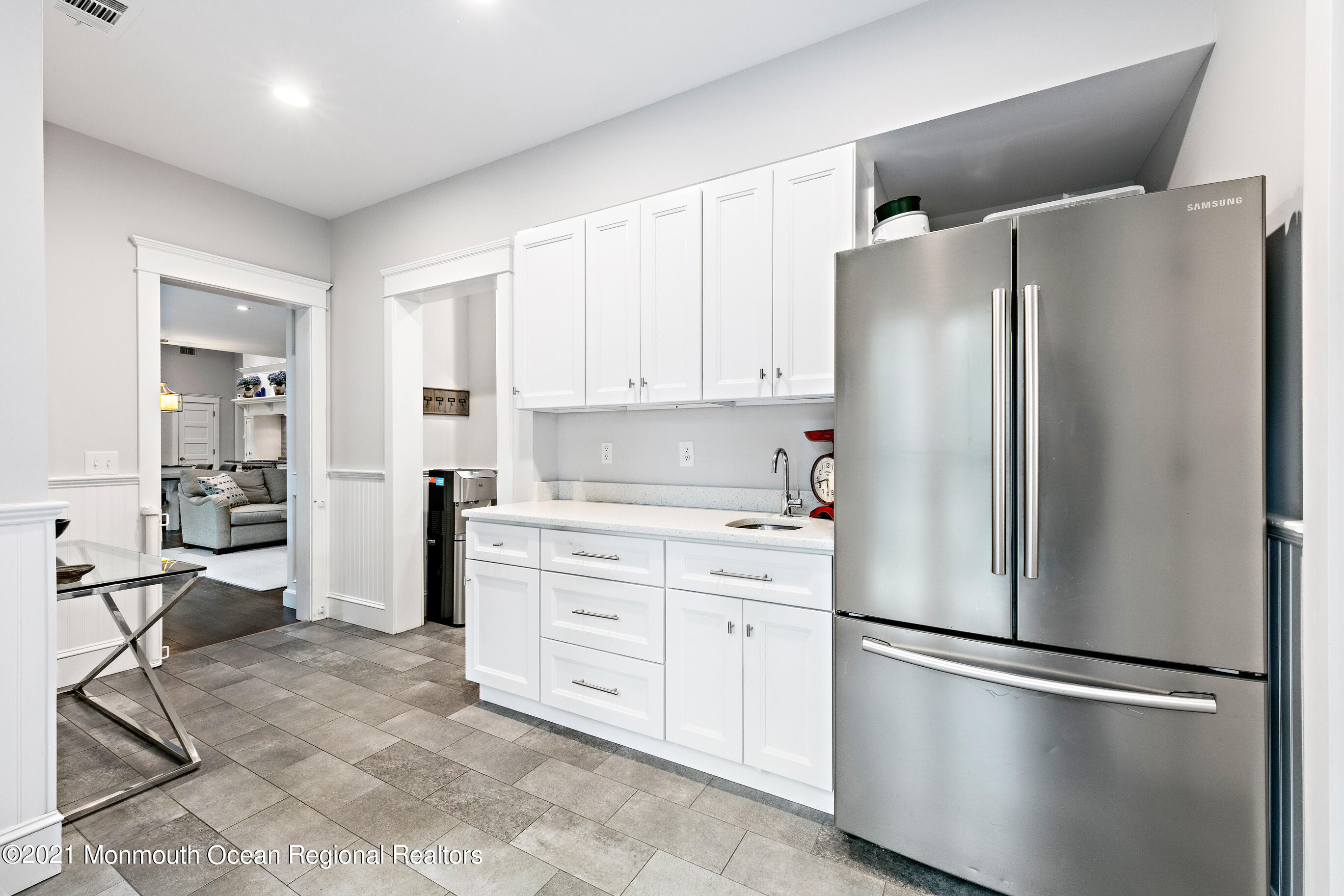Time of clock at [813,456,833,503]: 5:42
